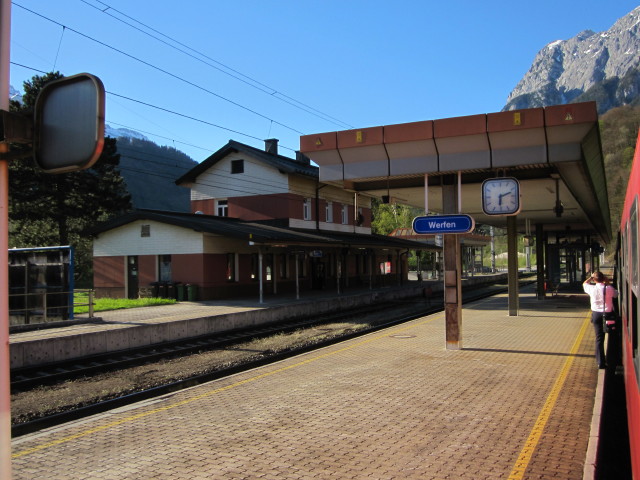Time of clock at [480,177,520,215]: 6:11
